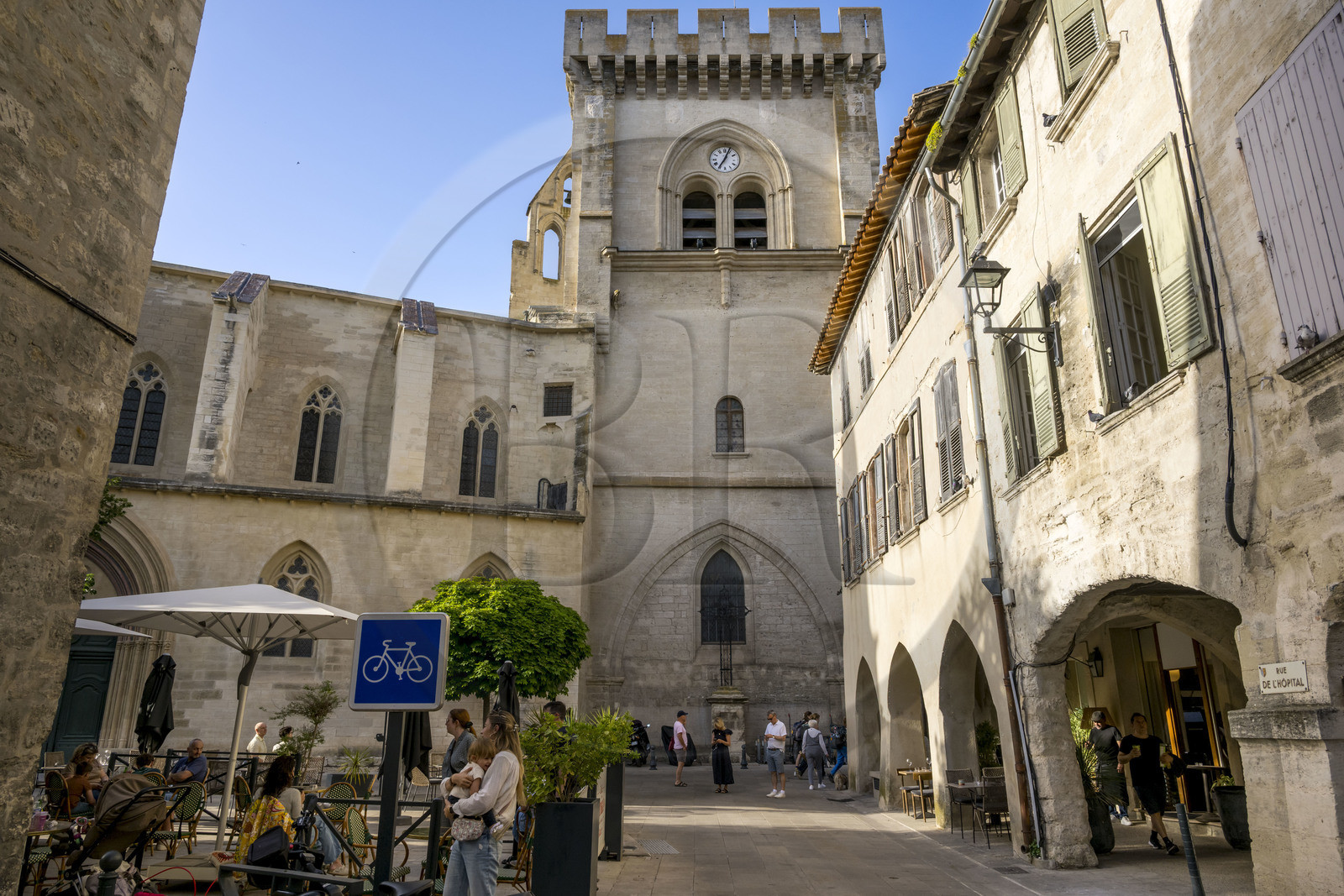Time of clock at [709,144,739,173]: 7:04
